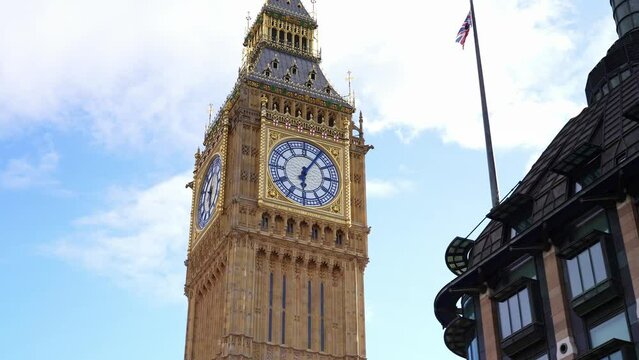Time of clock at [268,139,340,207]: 6:05
